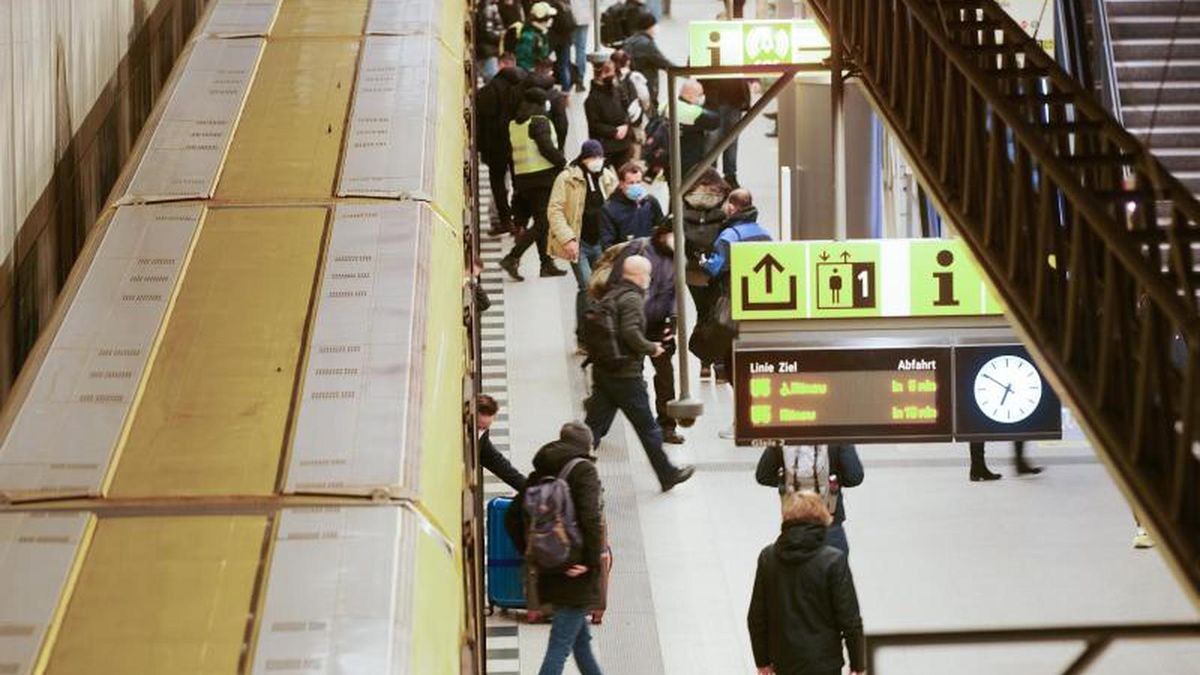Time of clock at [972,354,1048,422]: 6:50
